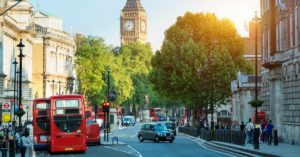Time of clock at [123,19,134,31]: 8:01
